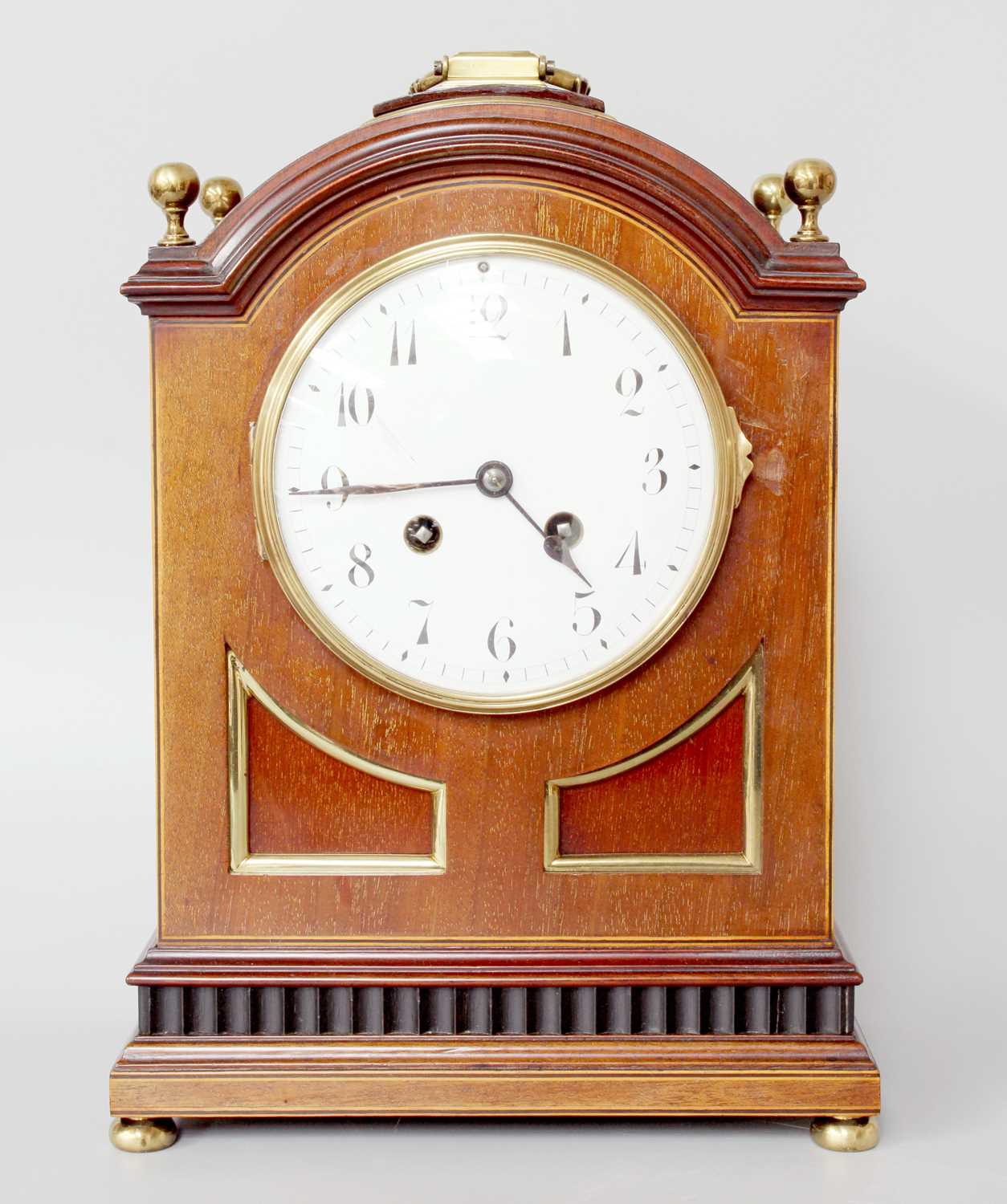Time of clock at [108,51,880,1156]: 4:44
